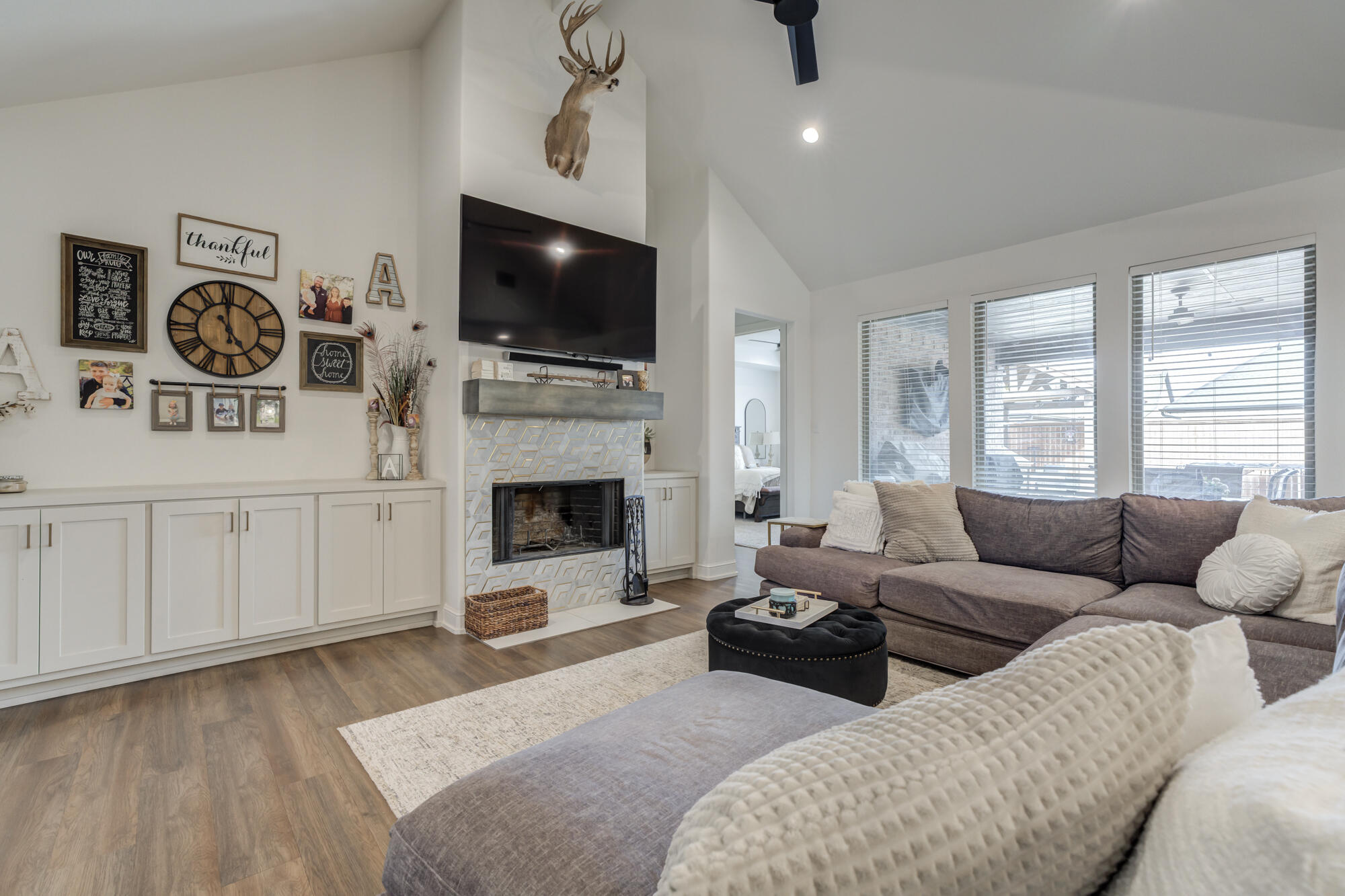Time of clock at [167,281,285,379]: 4:59
